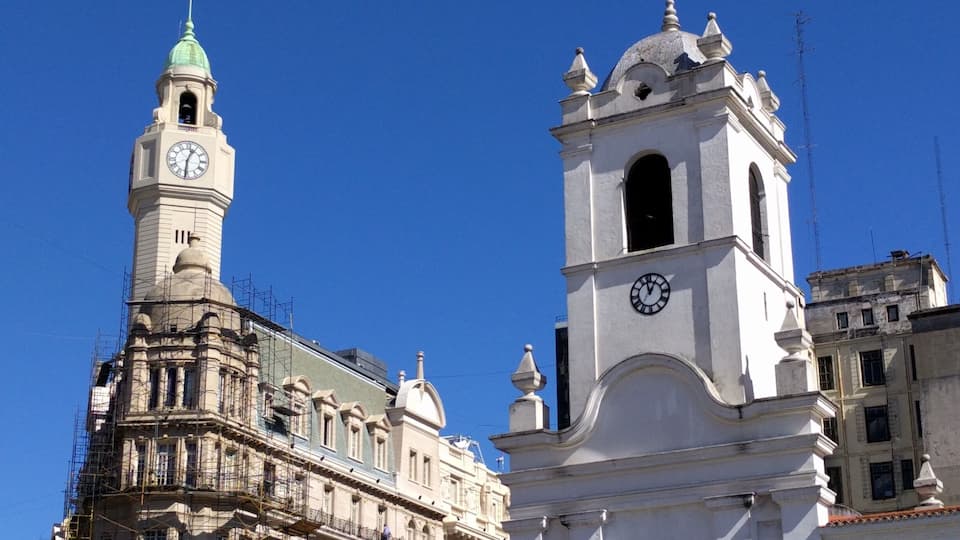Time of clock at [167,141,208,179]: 12:30
